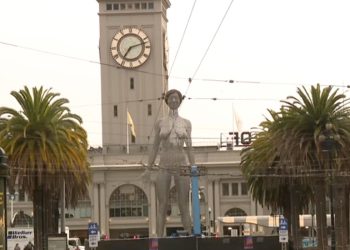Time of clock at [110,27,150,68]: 7:12
